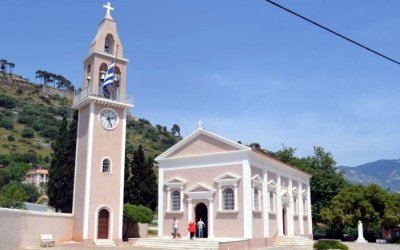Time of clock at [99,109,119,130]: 2:26
